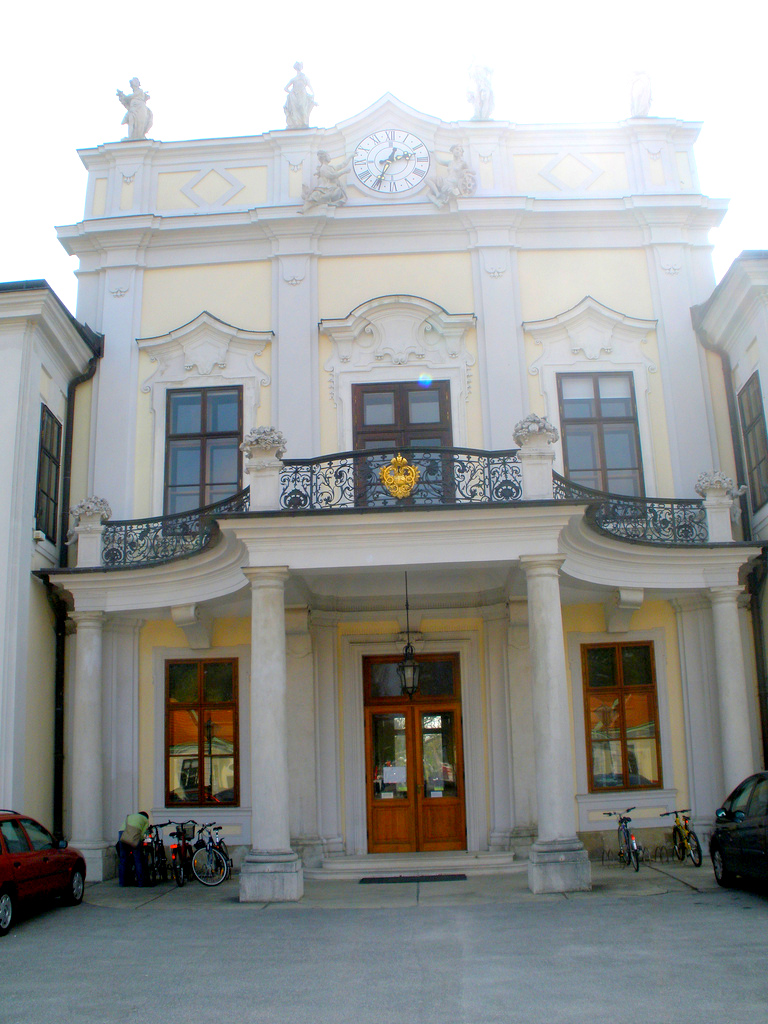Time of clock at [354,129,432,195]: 2:34
